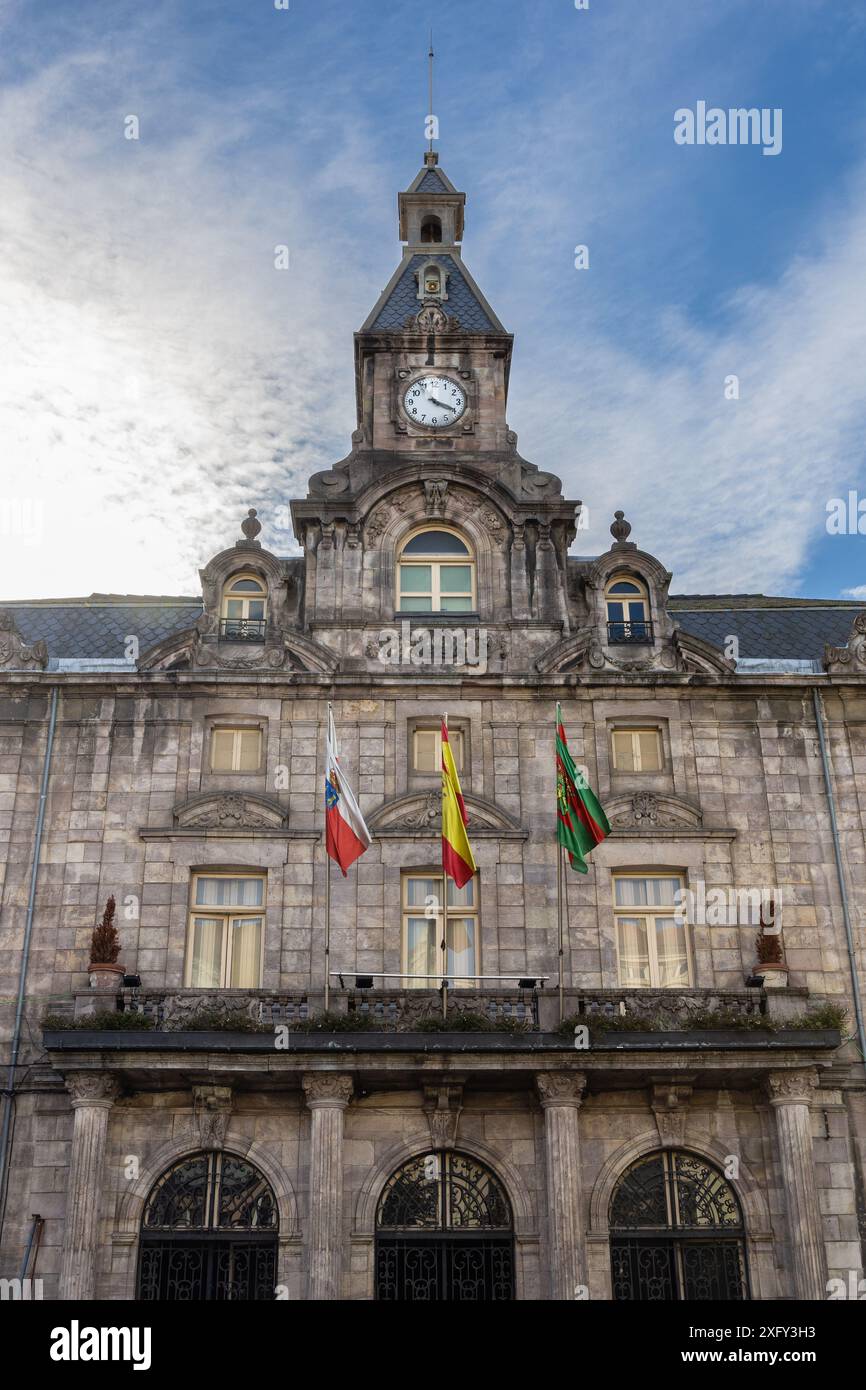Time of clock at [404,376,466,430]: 4:19
